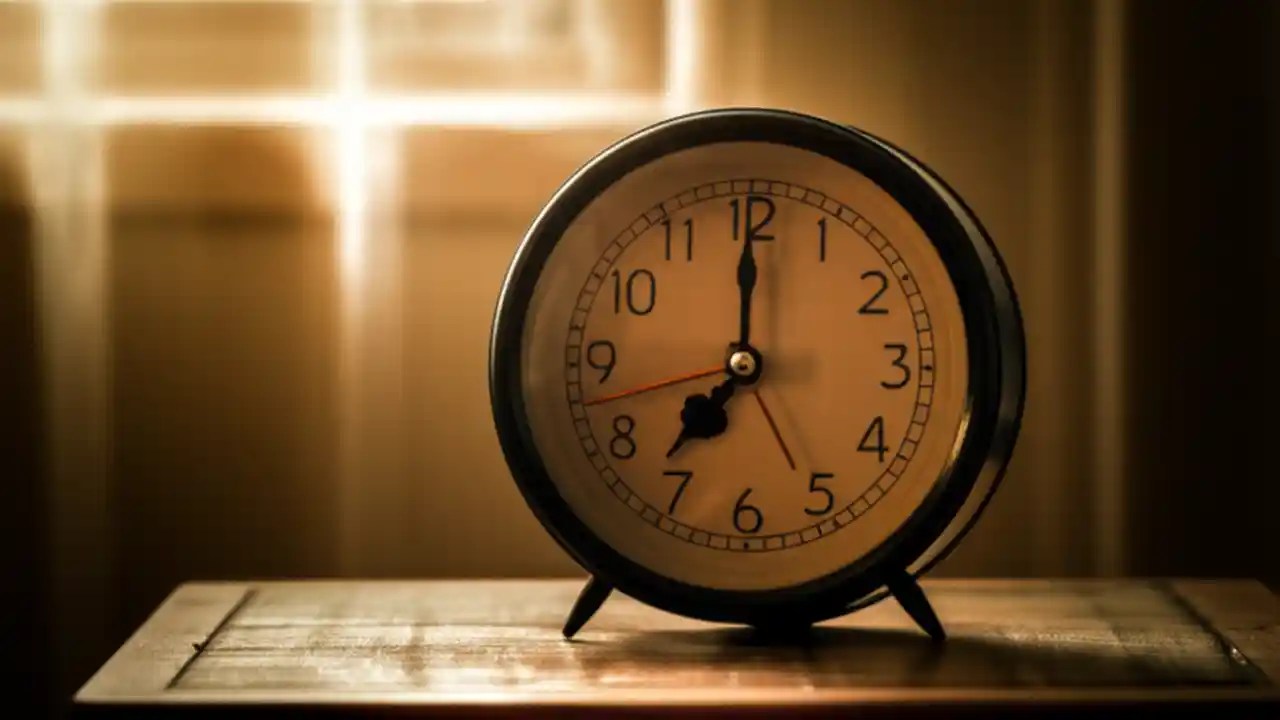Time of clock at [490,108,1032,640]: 7:00
